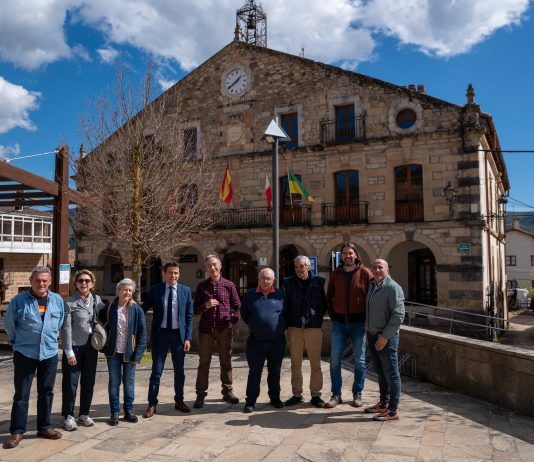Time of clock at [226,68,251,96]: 1:39
